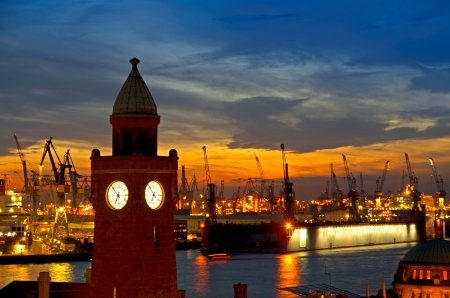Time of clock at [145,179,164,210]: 6:53
